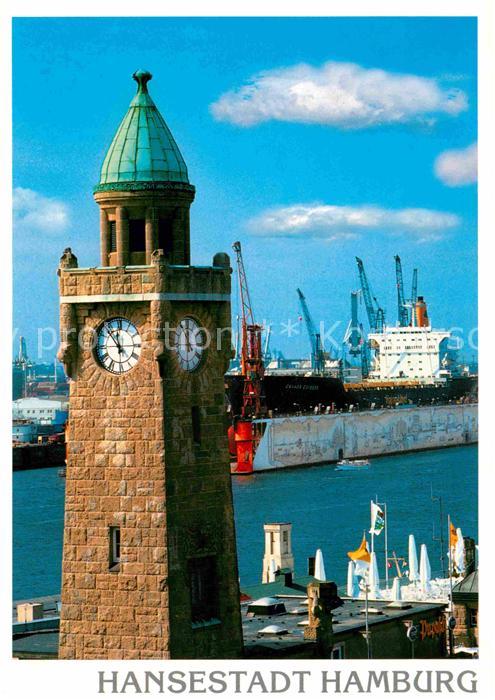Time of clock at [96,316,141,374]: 11:53
